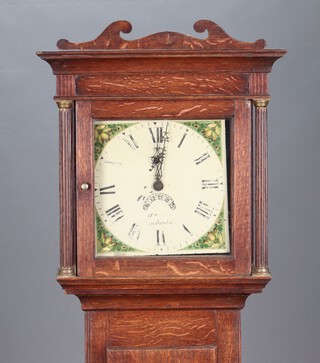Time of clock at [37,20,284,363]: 12:01
